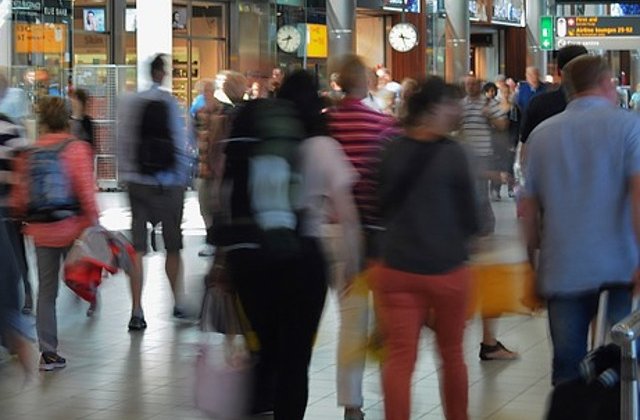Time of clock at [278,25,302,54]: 8:33
